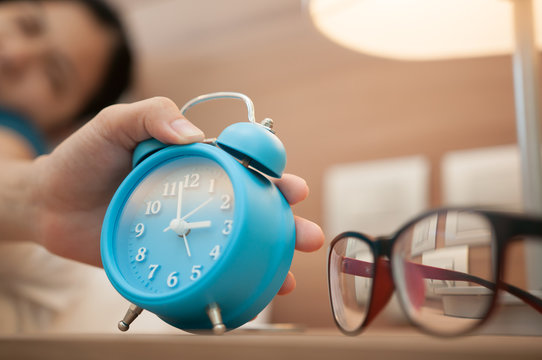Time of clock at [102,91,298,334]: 2:58
